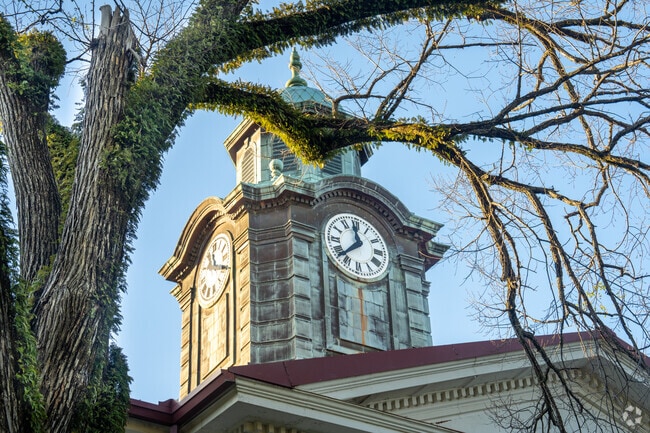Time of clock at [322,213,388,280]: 11:37
